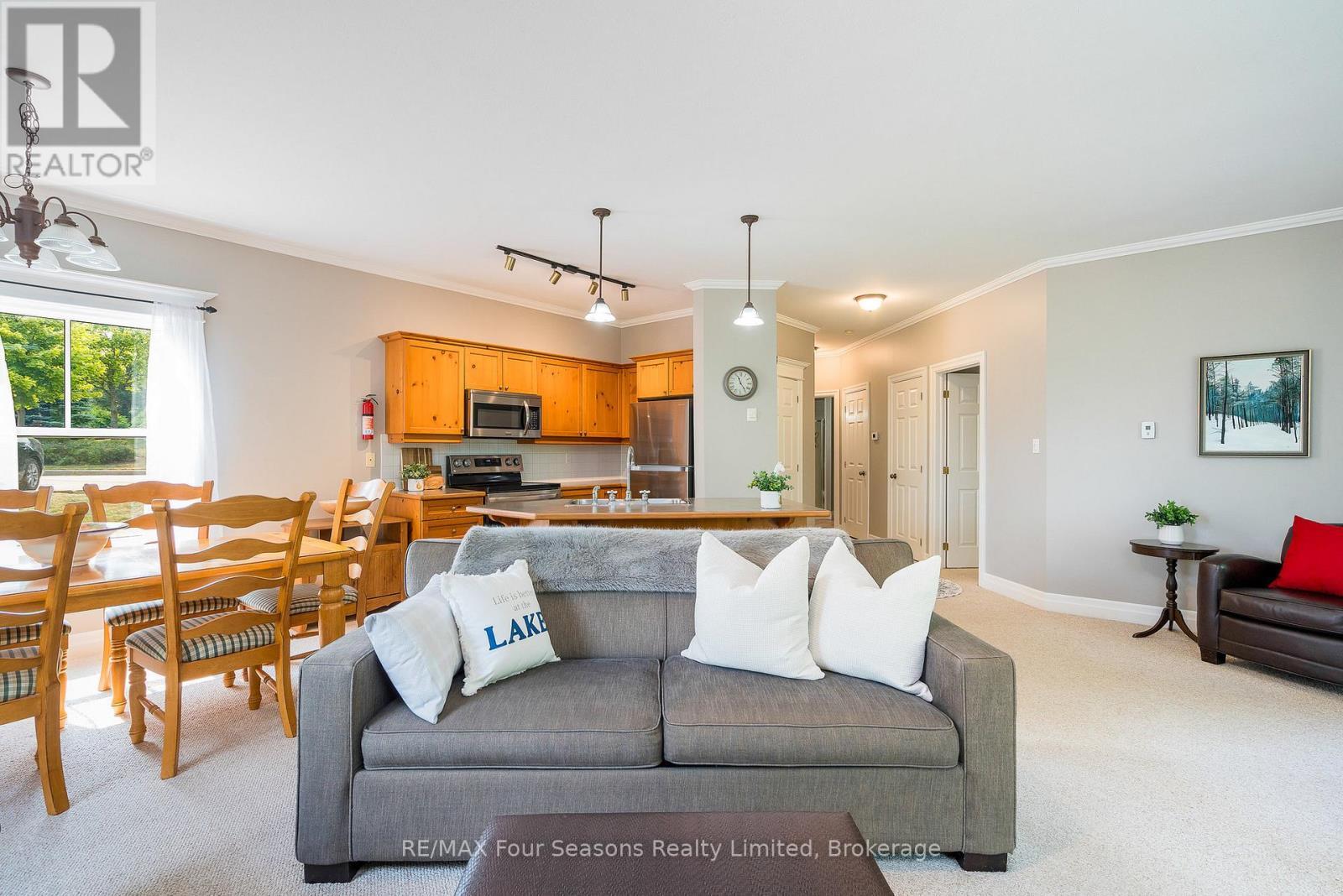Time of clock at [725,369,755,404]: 11:23
